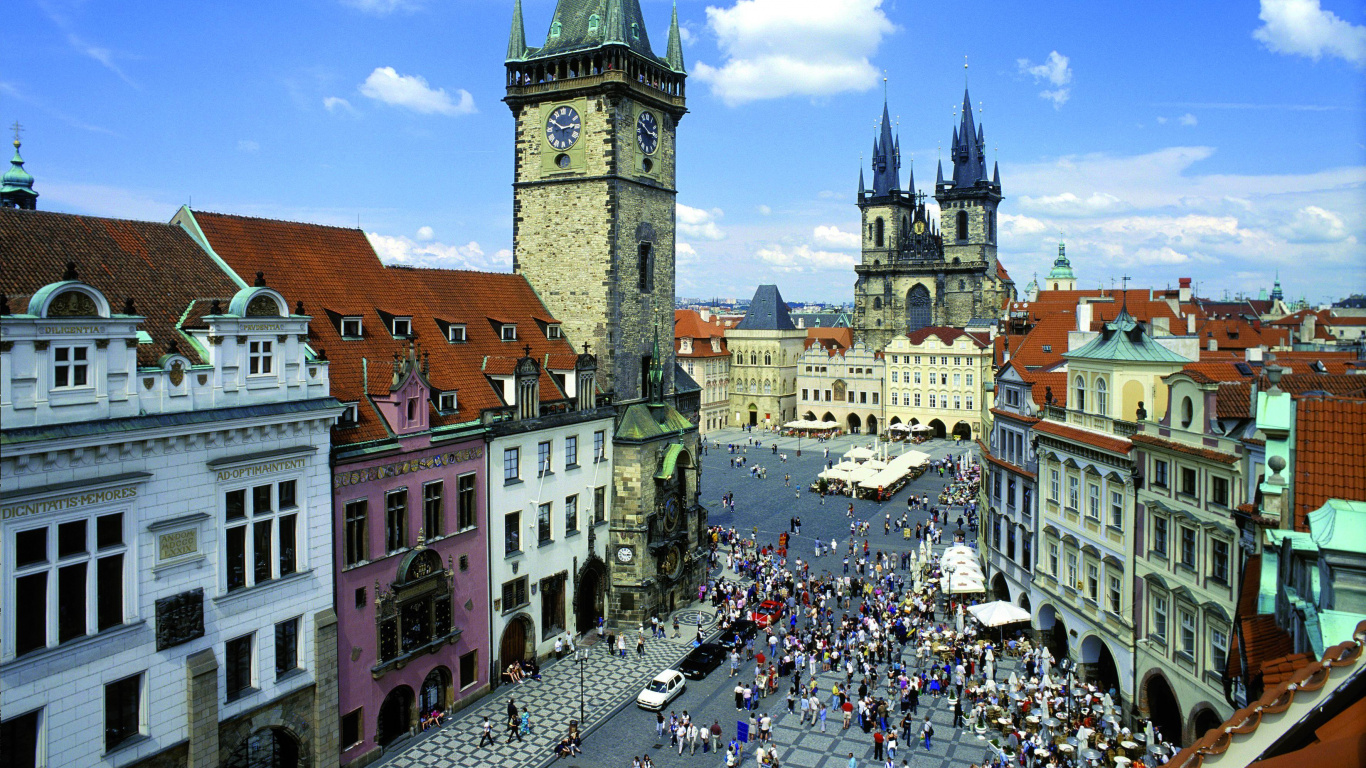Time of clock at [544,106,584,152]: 2:50
